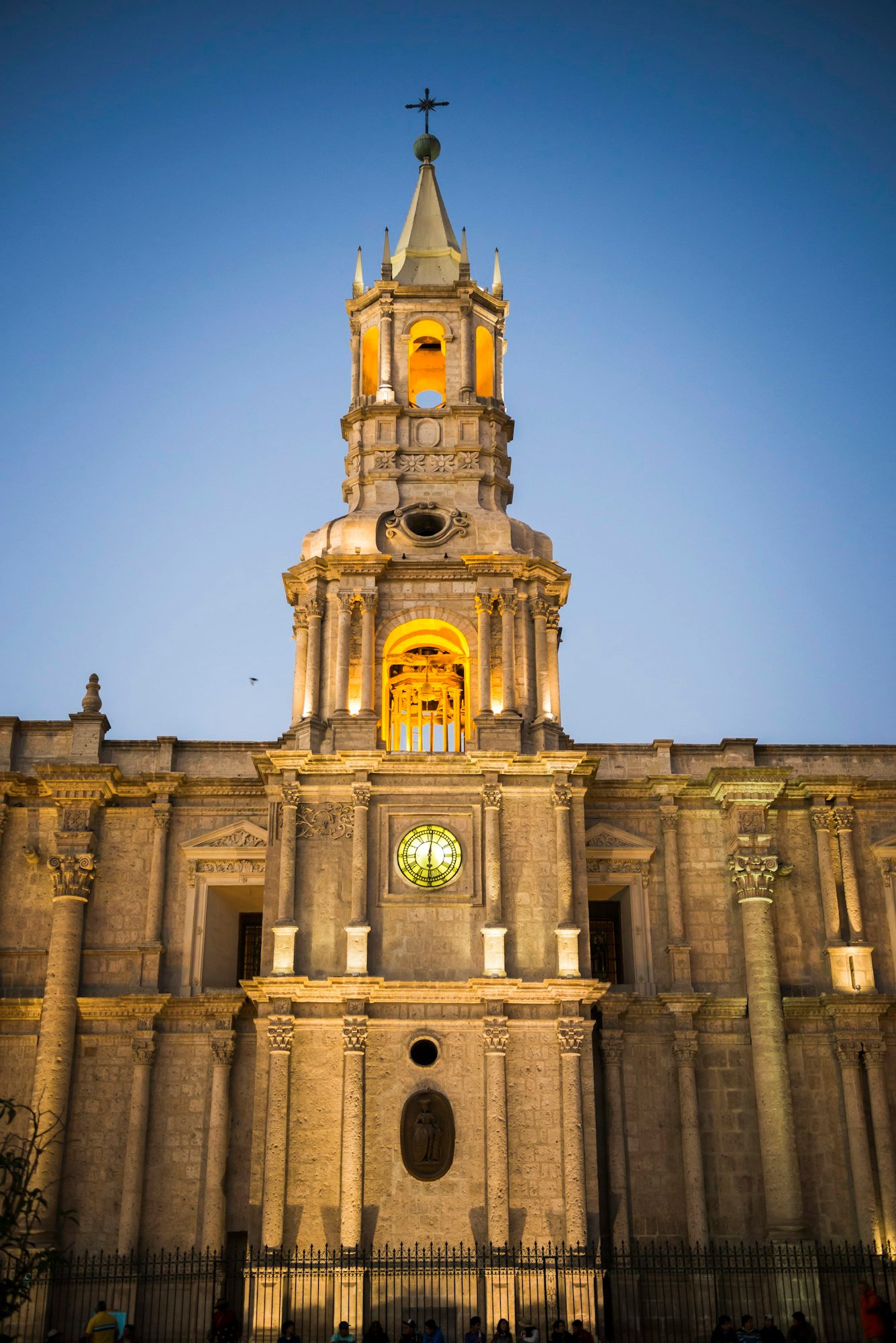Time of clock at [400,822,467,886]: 6:01
